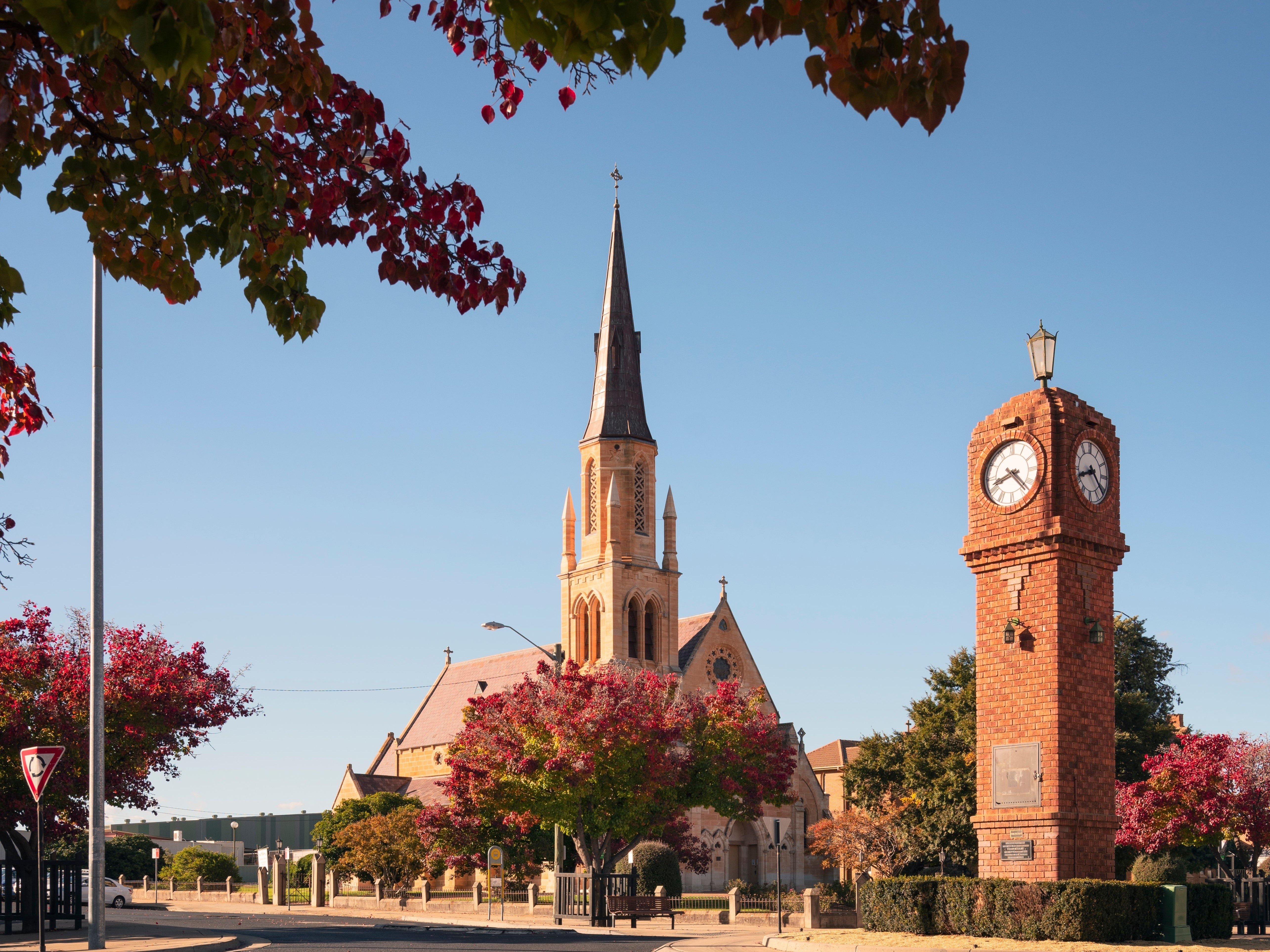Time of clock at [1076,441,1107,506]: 8:21
